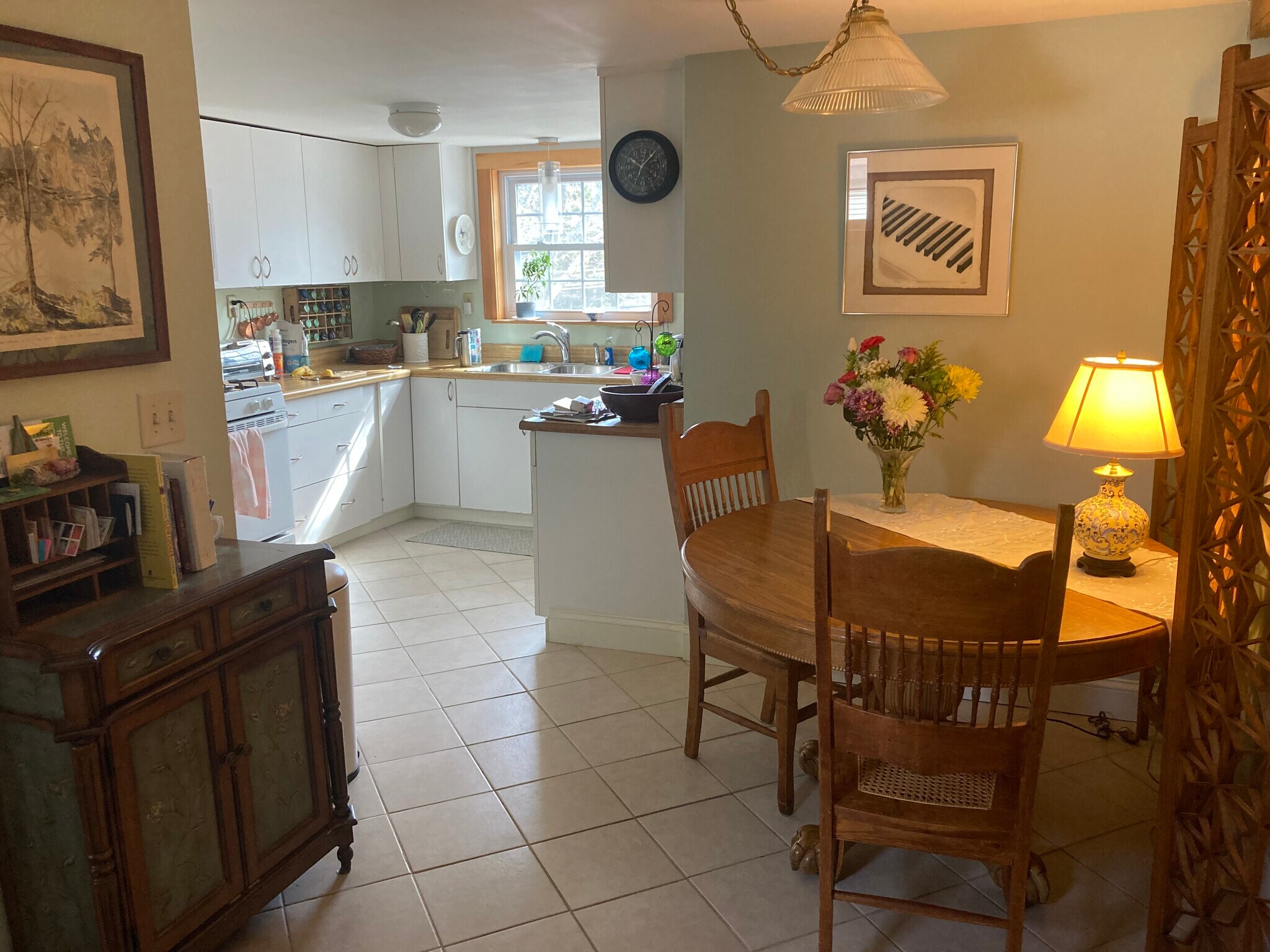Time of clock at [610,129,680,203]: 10:07
